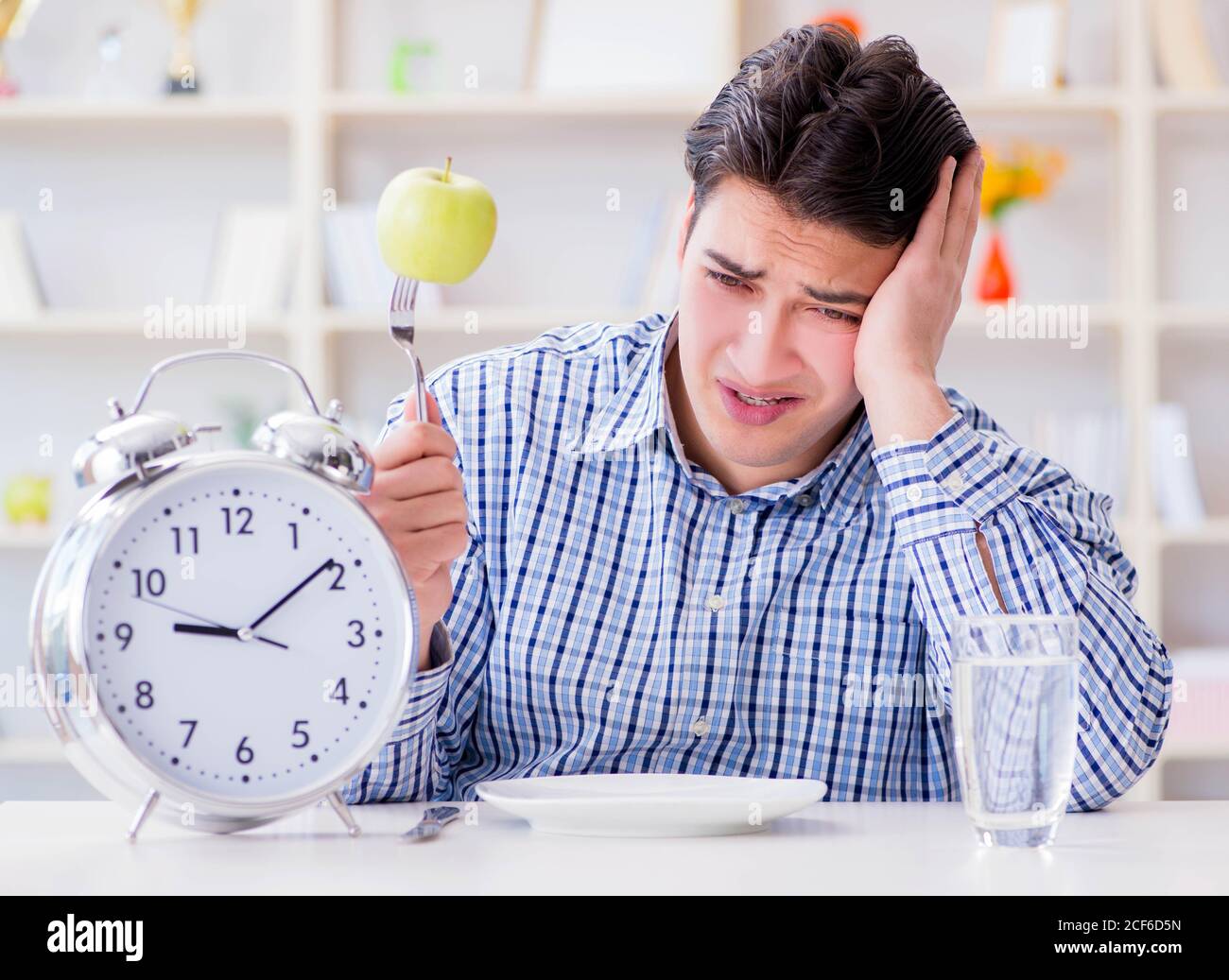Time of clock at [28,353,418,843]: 9:09
